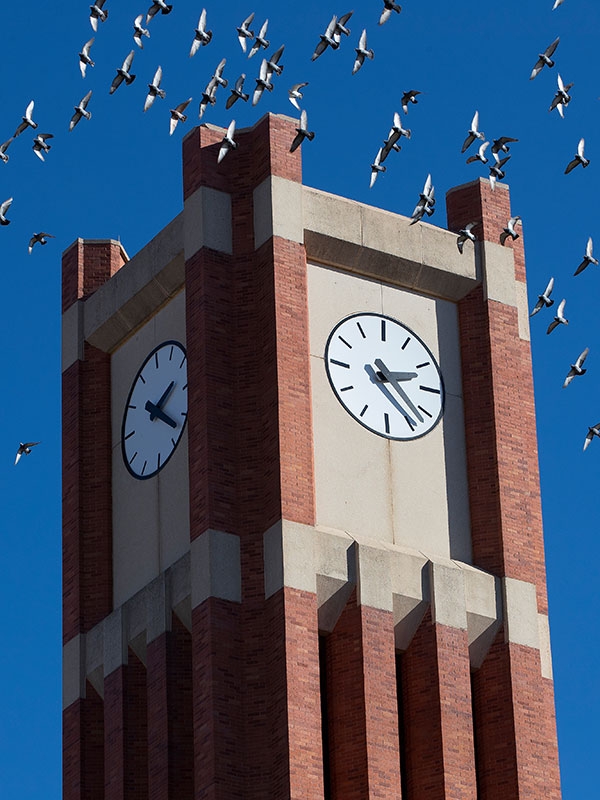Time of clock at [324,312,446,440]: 2:23
